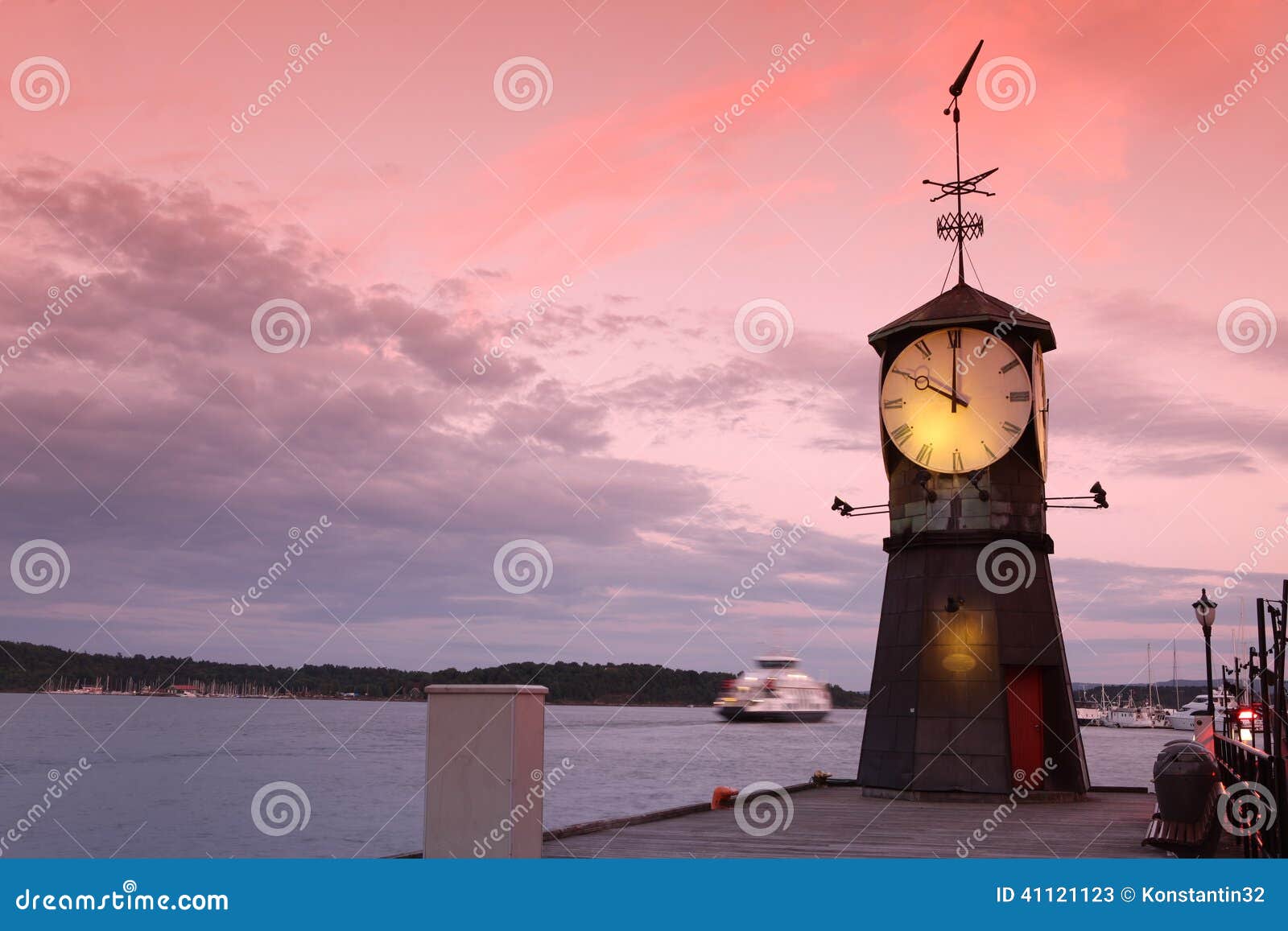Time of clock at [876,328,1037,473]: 10:00
